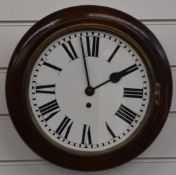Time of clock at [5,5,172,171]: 1:57
